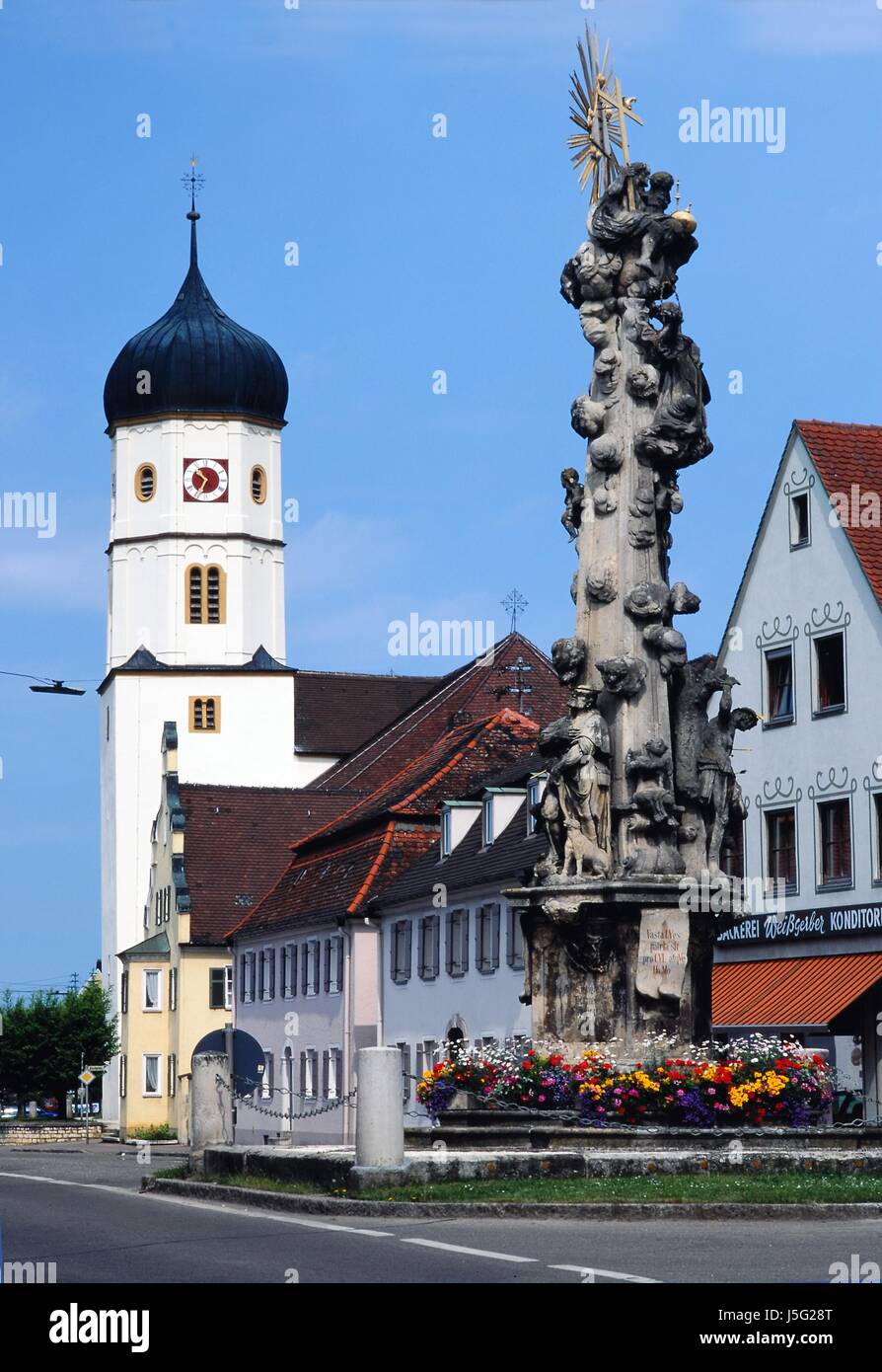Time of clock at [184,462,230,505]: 10:34
